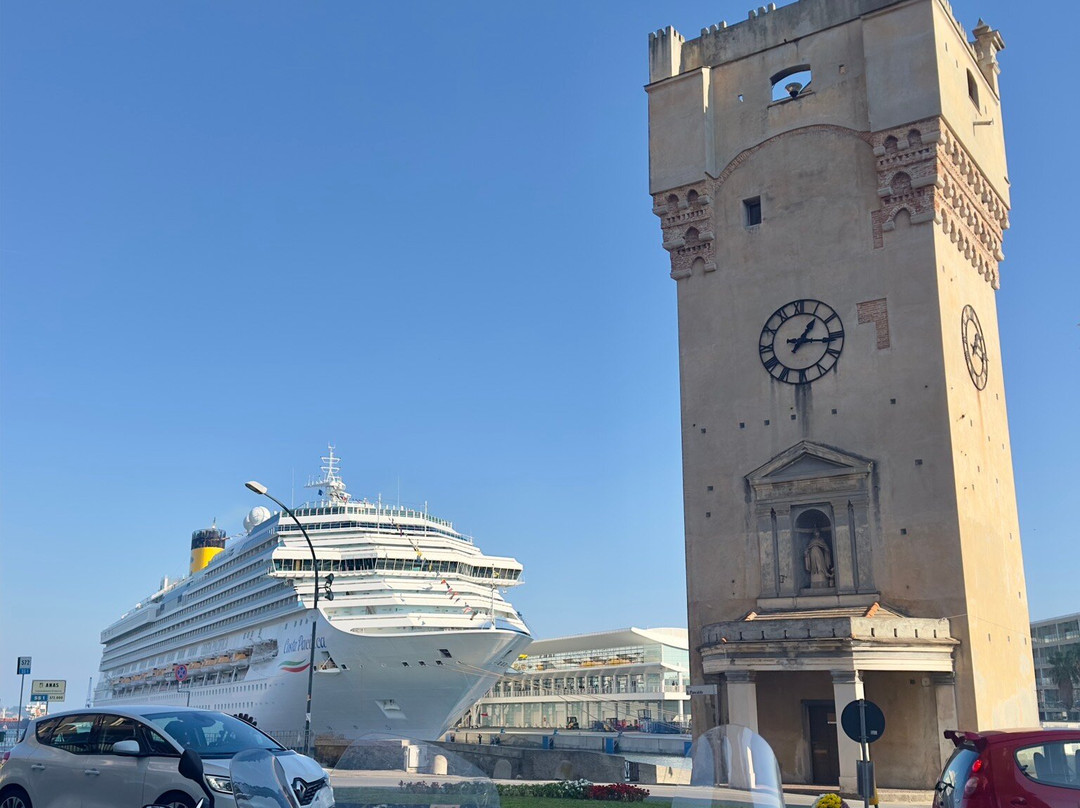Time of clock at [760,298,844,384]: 1:16
